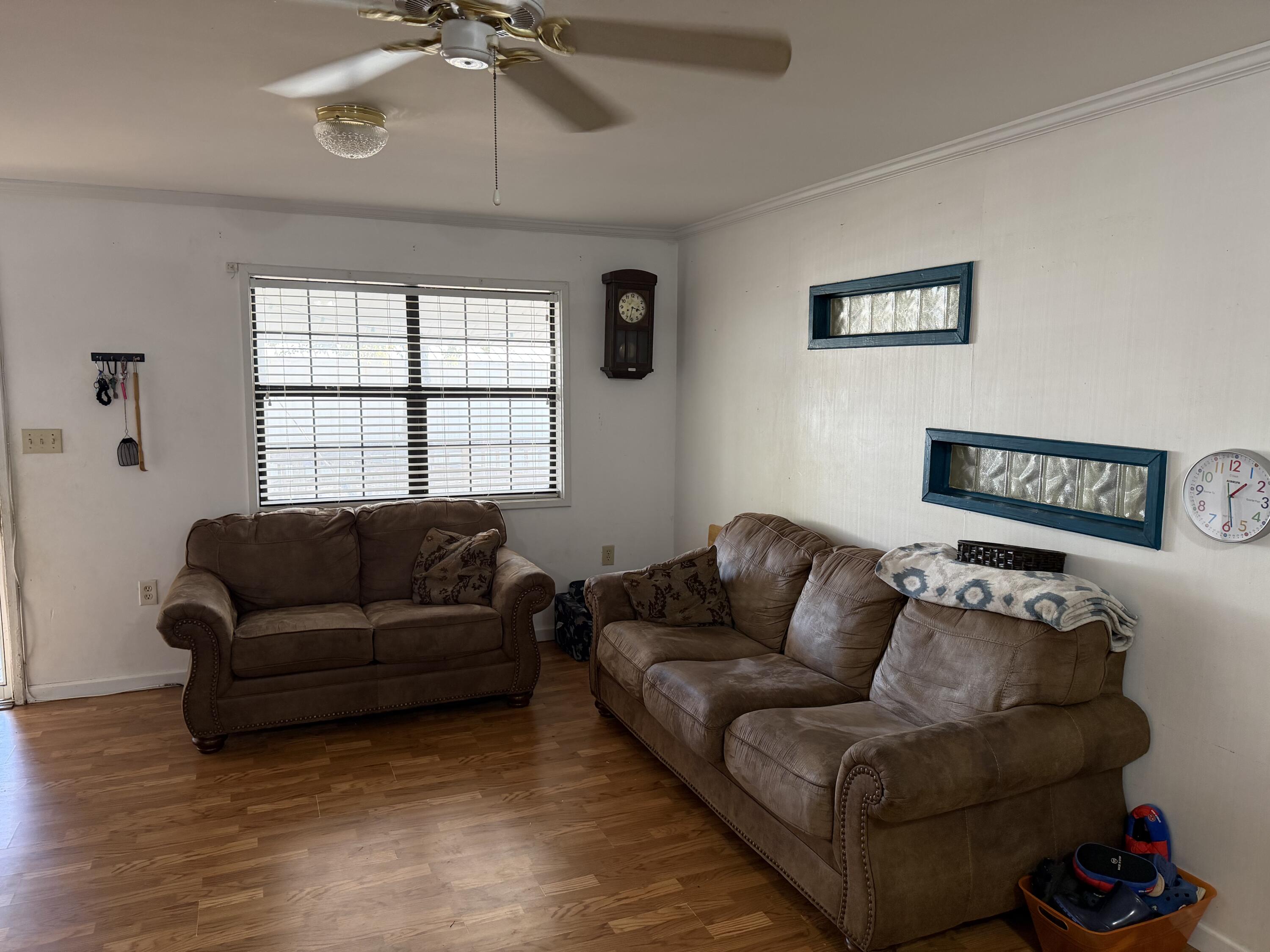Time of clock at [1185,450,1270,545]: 1:28
